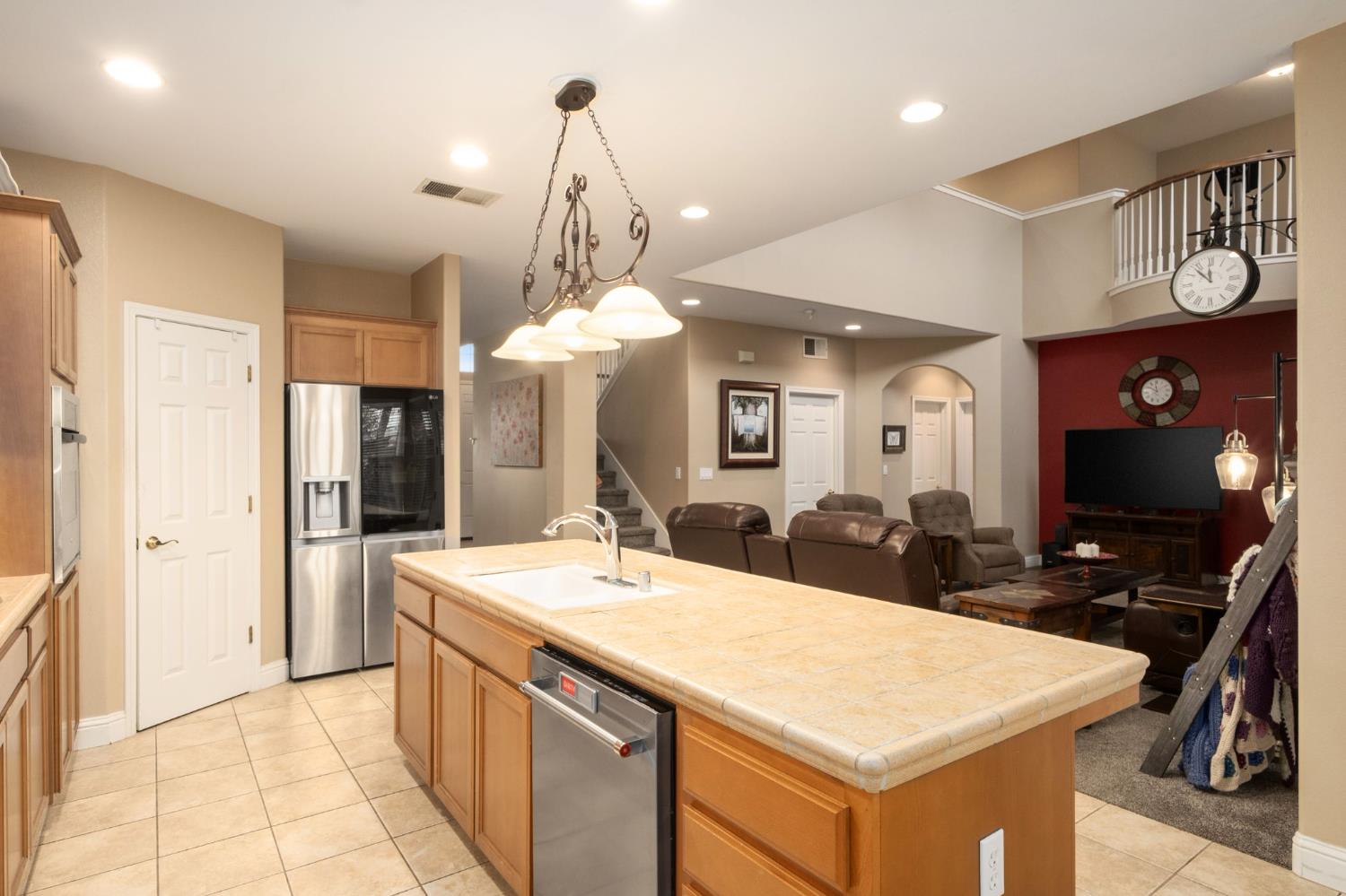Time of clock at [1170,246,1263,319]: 11:52
